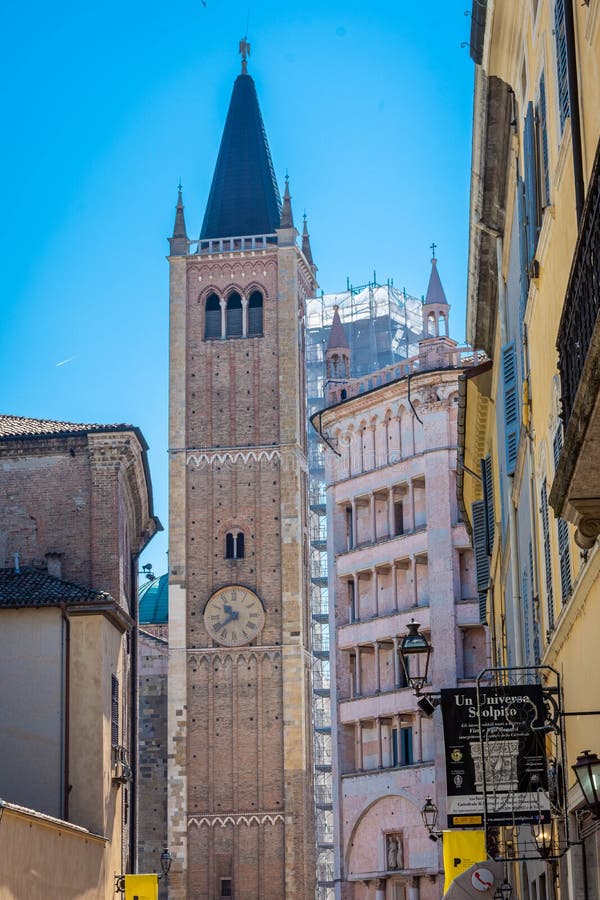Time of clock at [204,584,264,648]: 10:38
